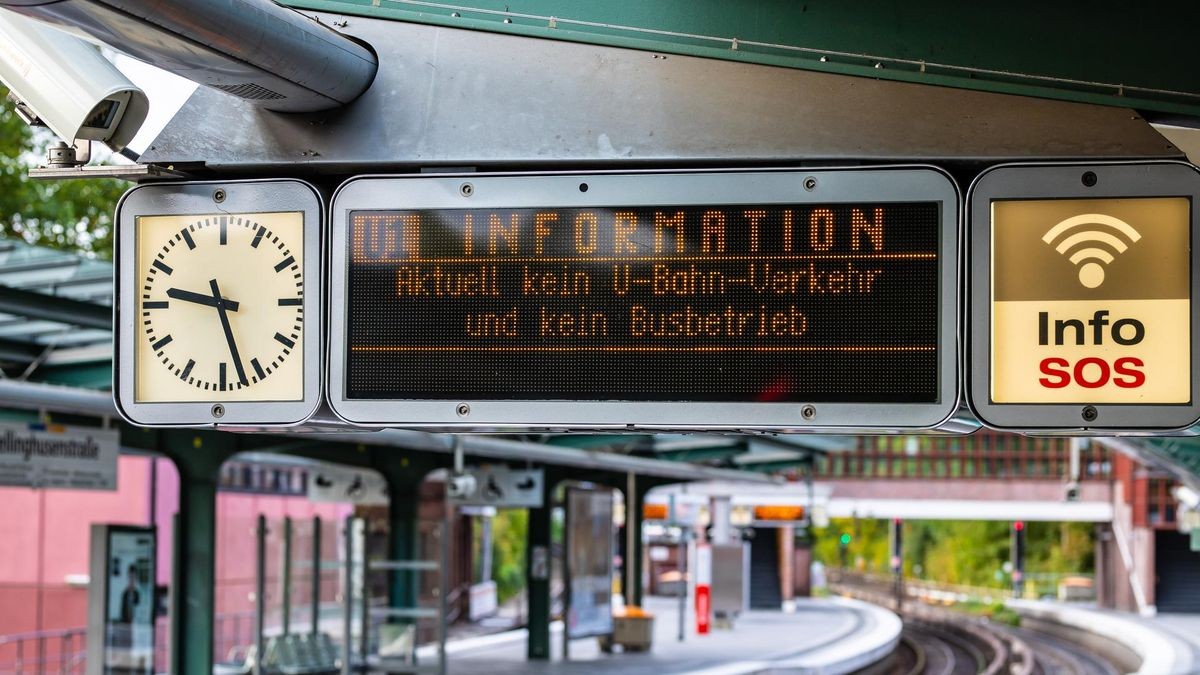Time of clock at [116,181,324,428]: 9:27
